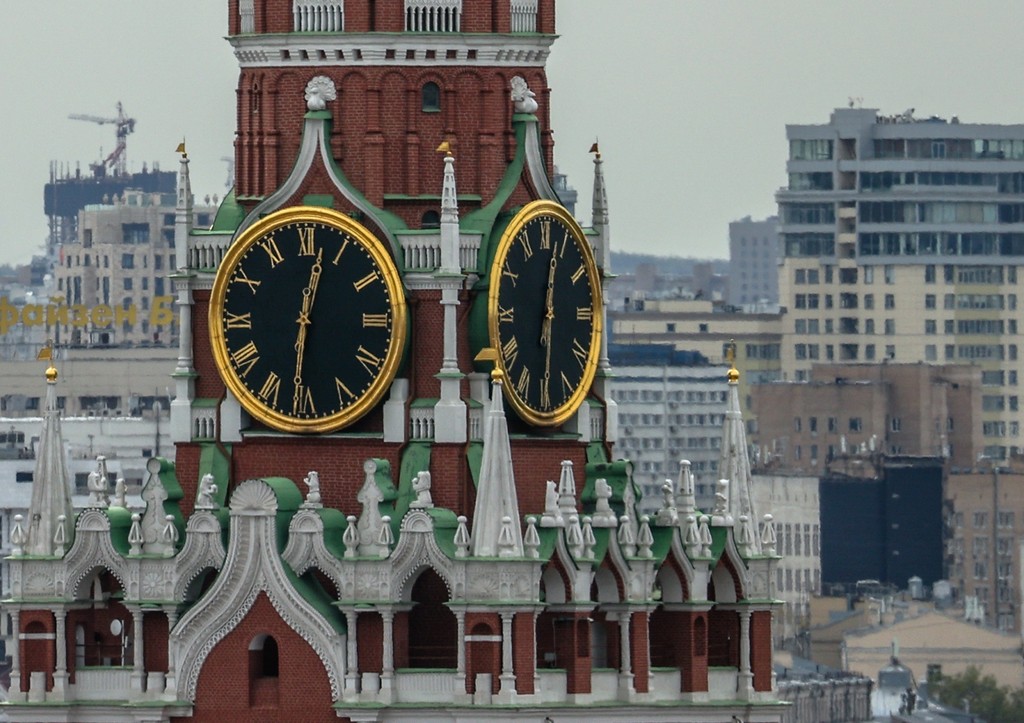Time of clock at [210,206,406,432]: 12:31
